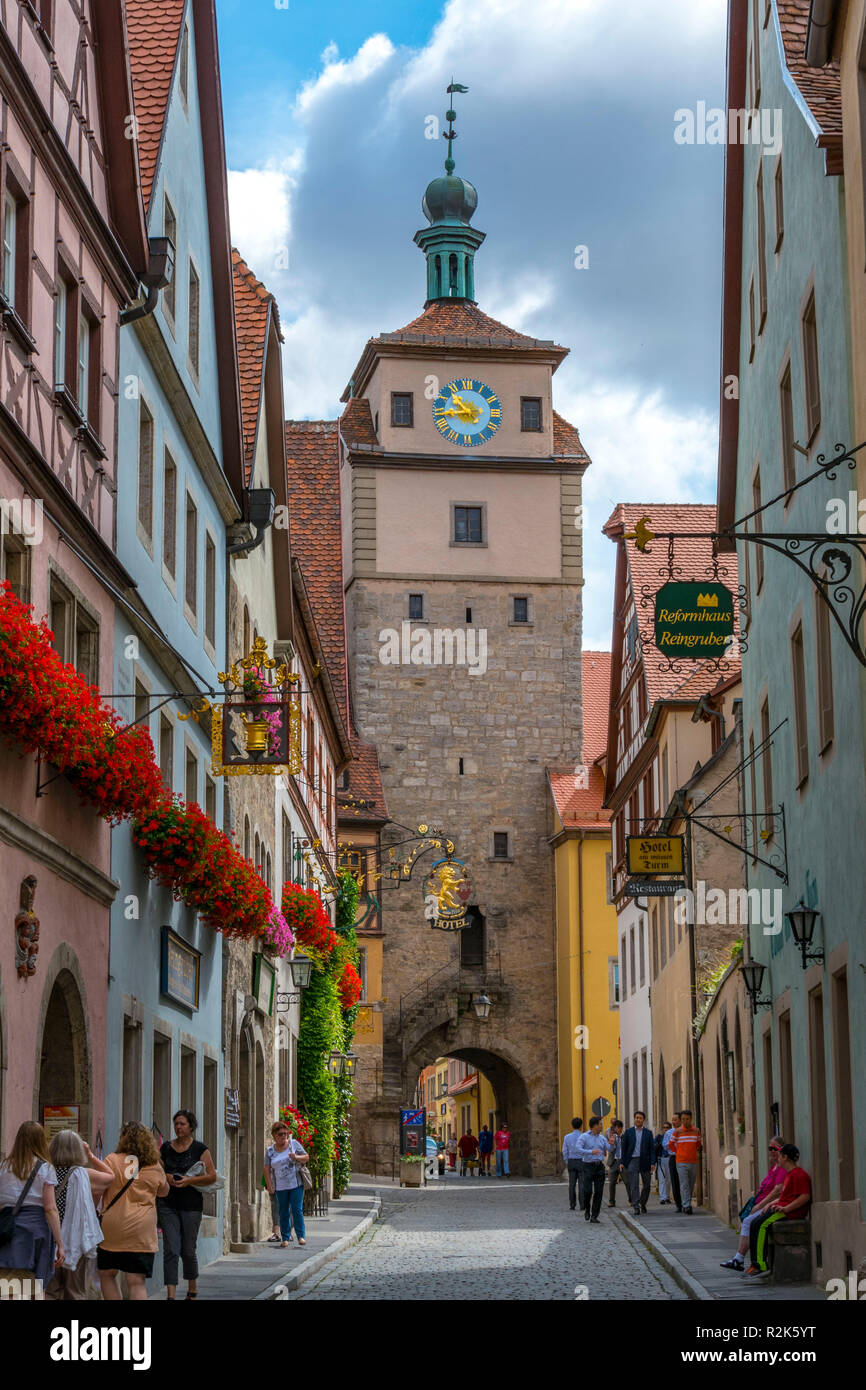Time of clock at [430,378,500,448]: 10:43
